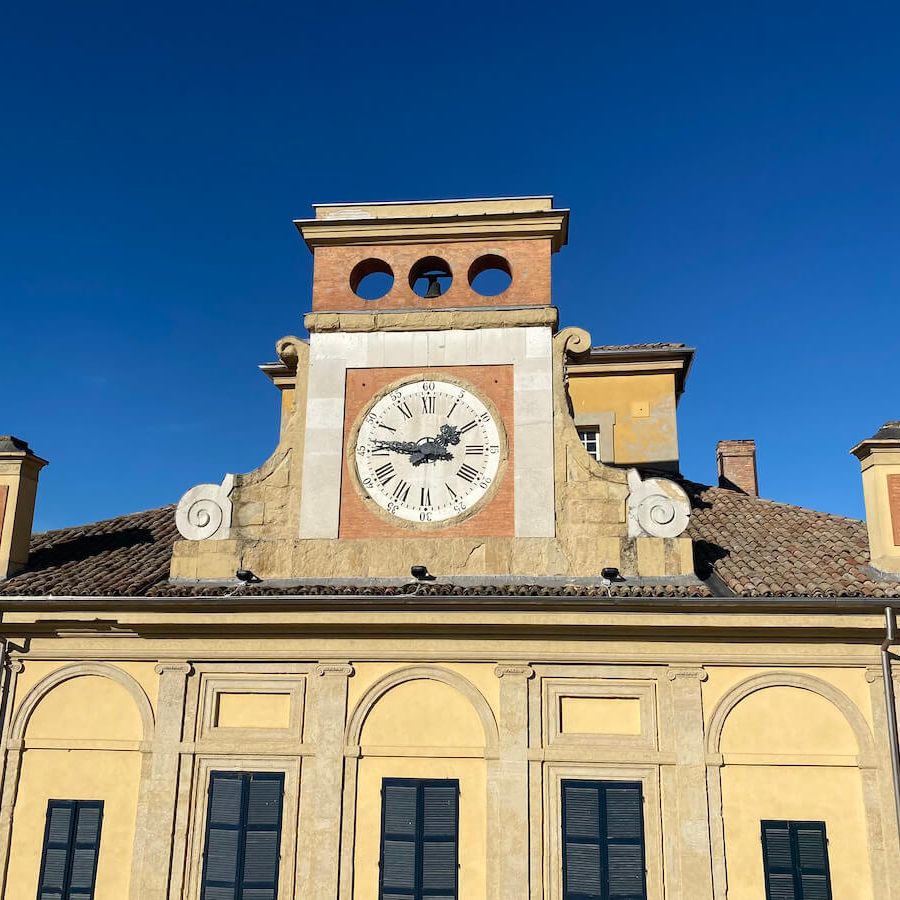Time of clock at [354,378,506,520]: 1:46
